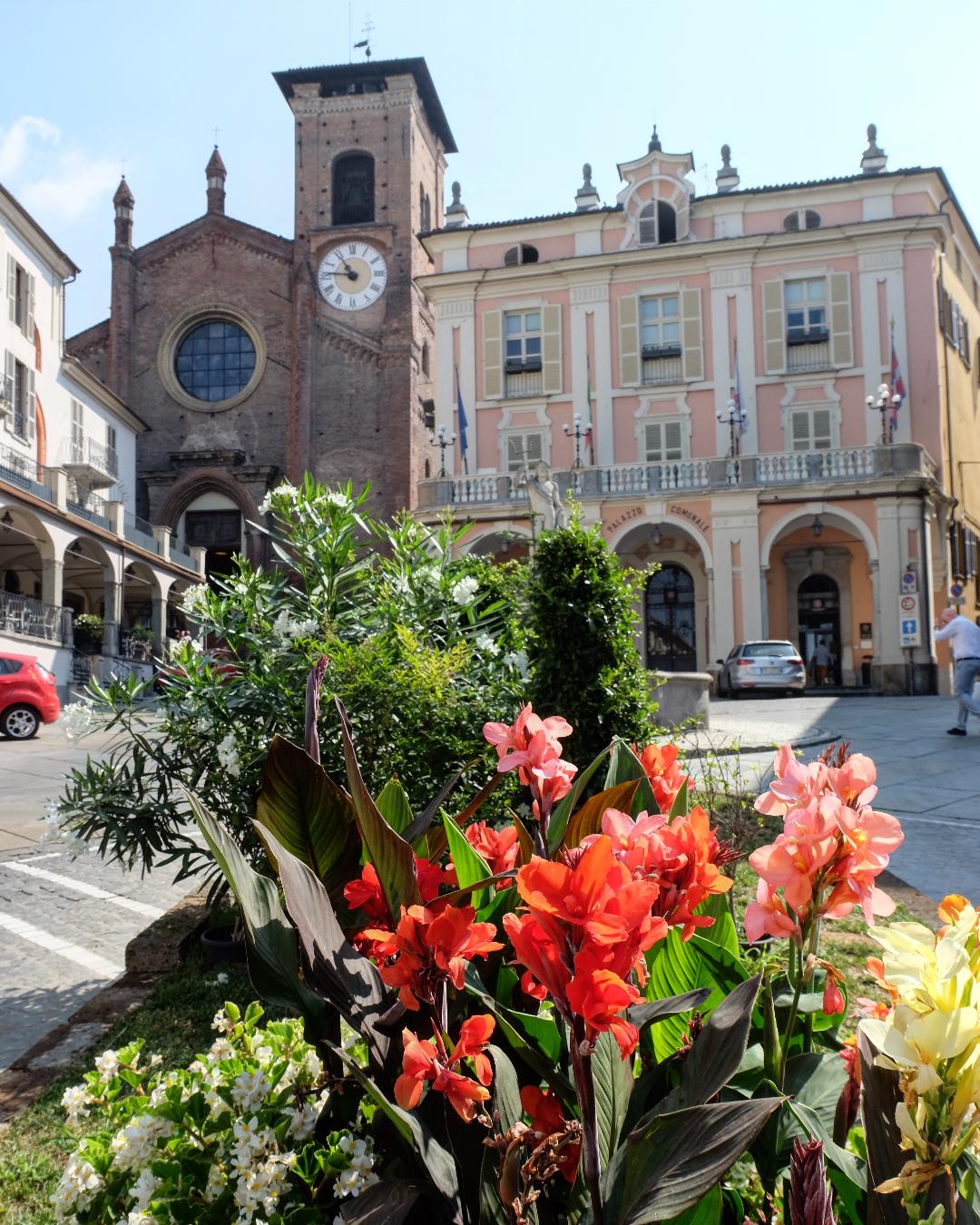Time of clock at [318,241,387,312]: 10:46
